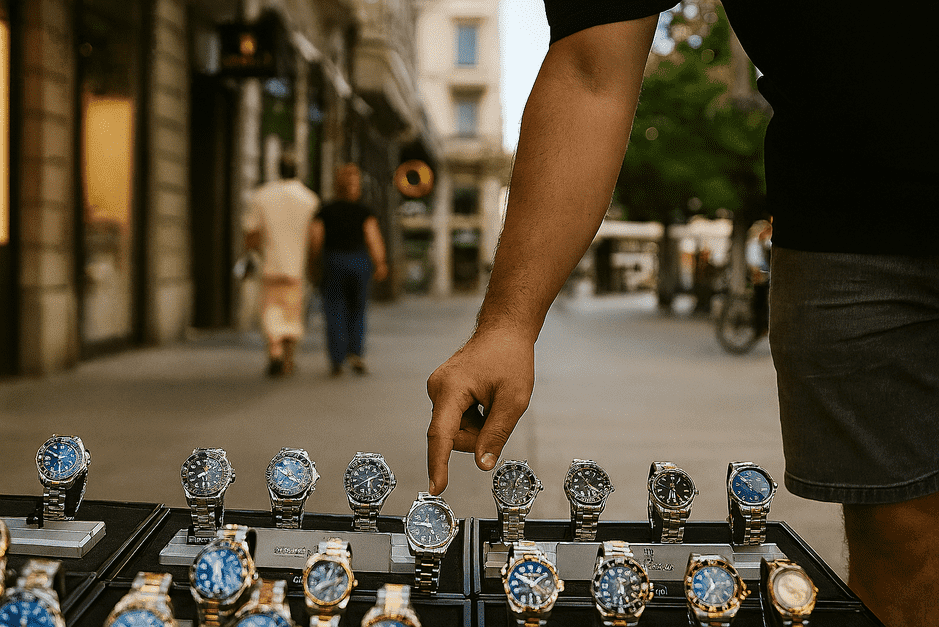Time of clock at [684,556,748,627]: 11:36
